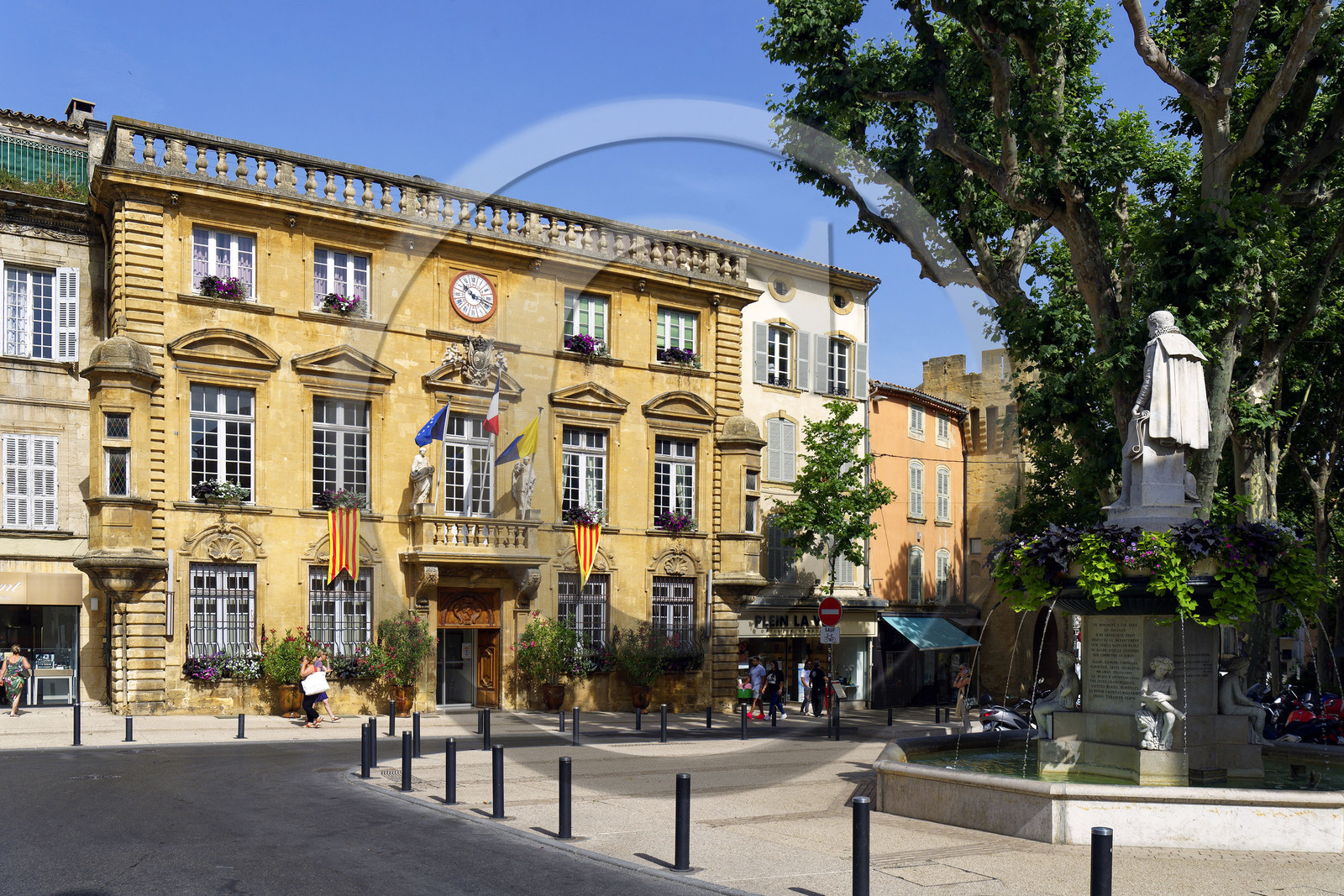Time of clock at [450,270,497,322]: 10:17
